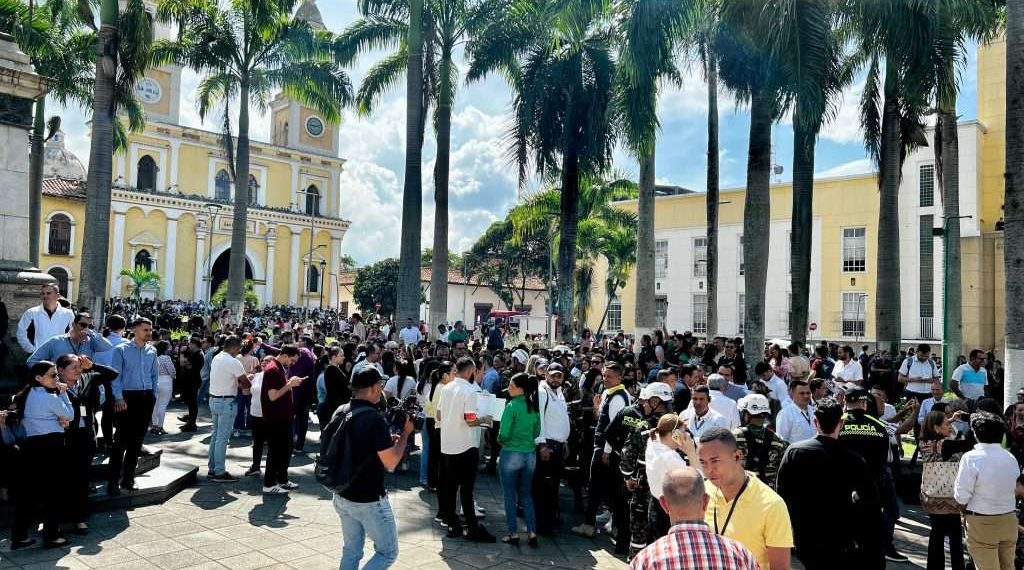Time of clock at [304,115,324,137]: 9:12
